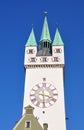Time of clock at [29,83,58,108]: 3:29
